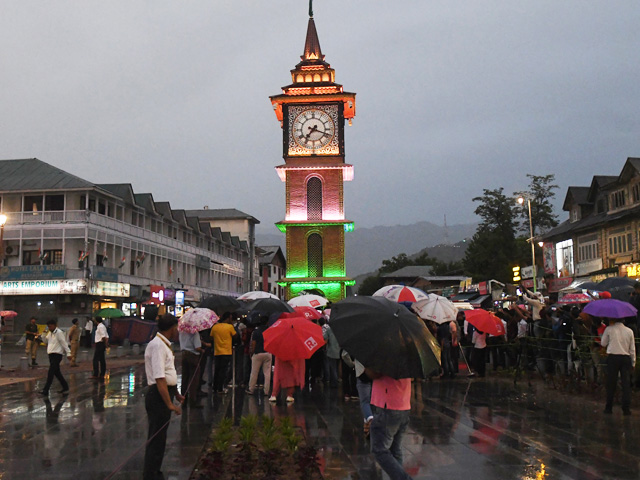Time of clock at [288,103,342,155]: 7:18
